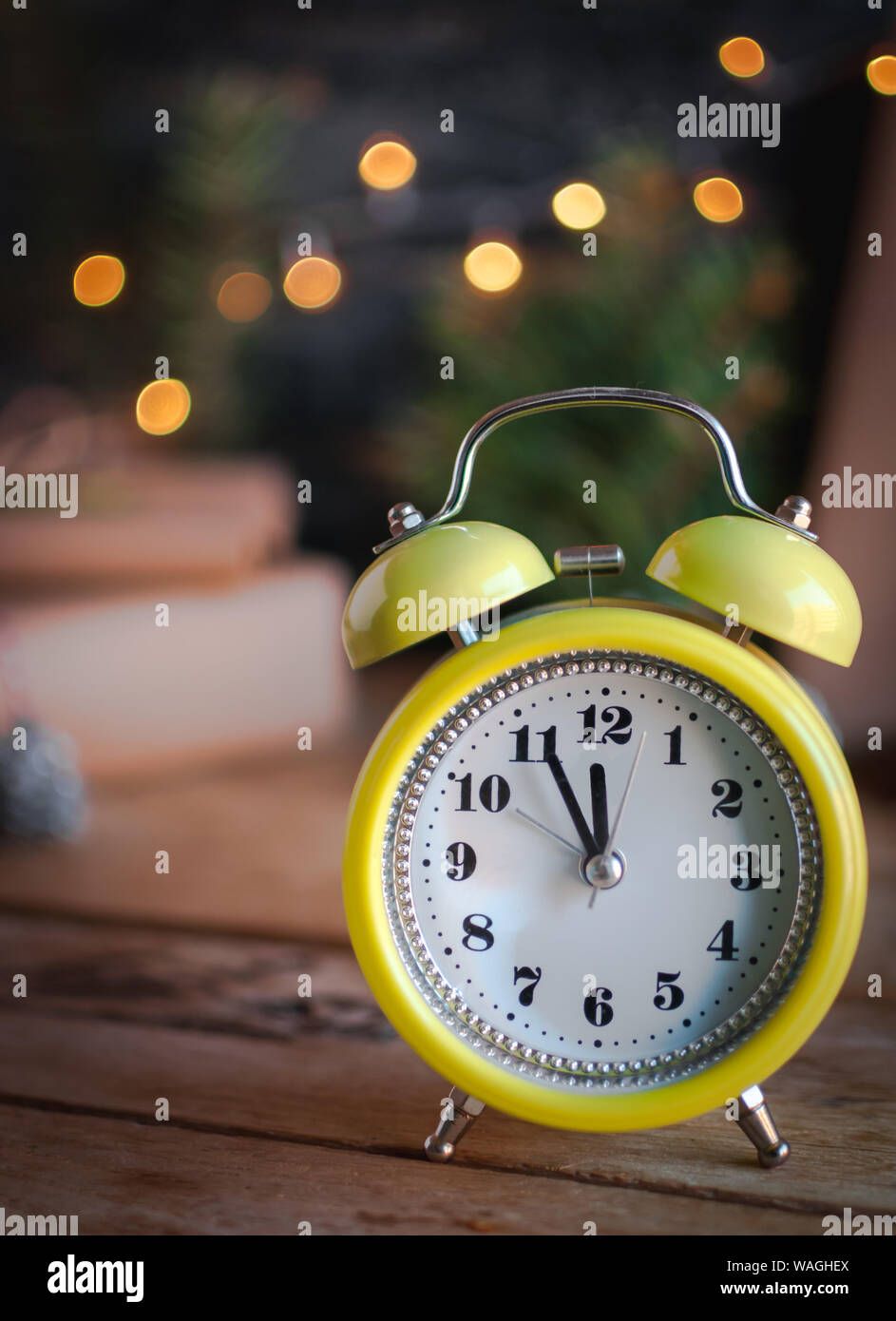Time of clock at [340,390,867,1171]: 11:55
